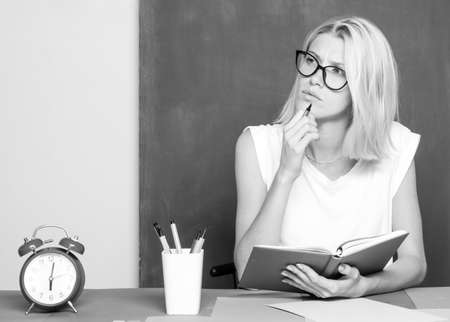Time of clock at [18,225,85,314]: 6:02
